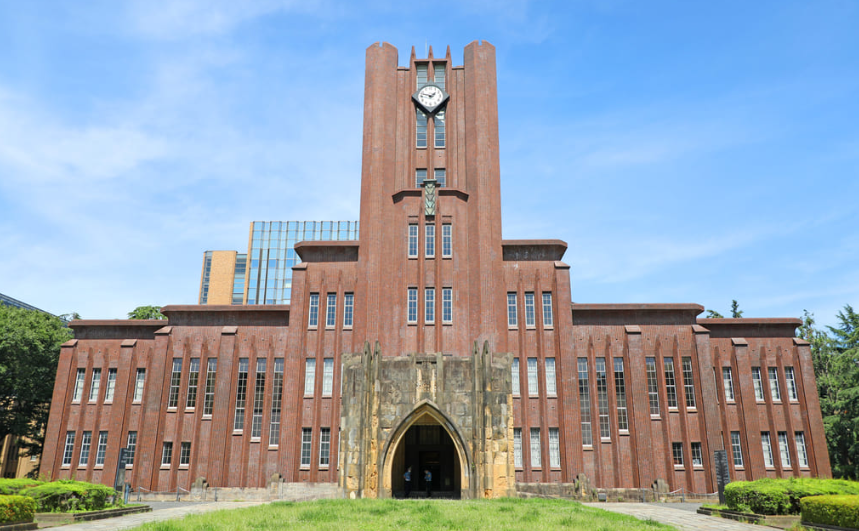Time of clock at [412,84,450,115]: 1:47
